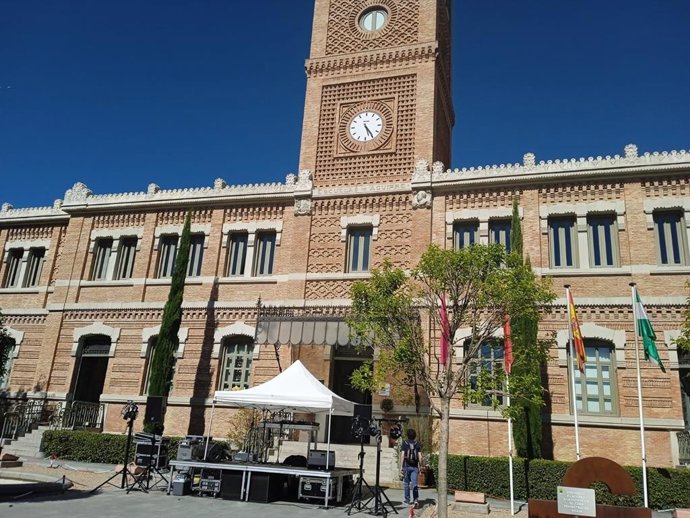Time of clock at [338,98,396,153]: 5:24
